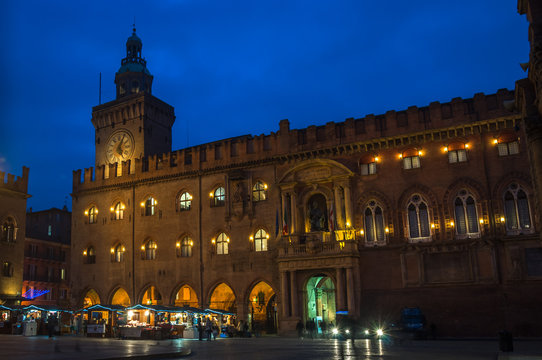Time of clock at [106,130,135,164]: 5:03
